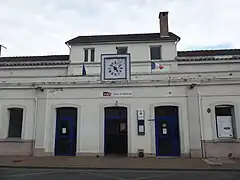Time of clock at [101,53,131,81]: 4:52
